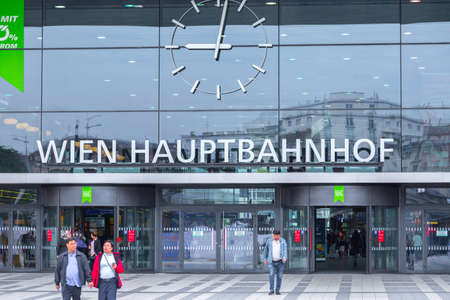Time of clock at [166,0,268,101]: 9:01
